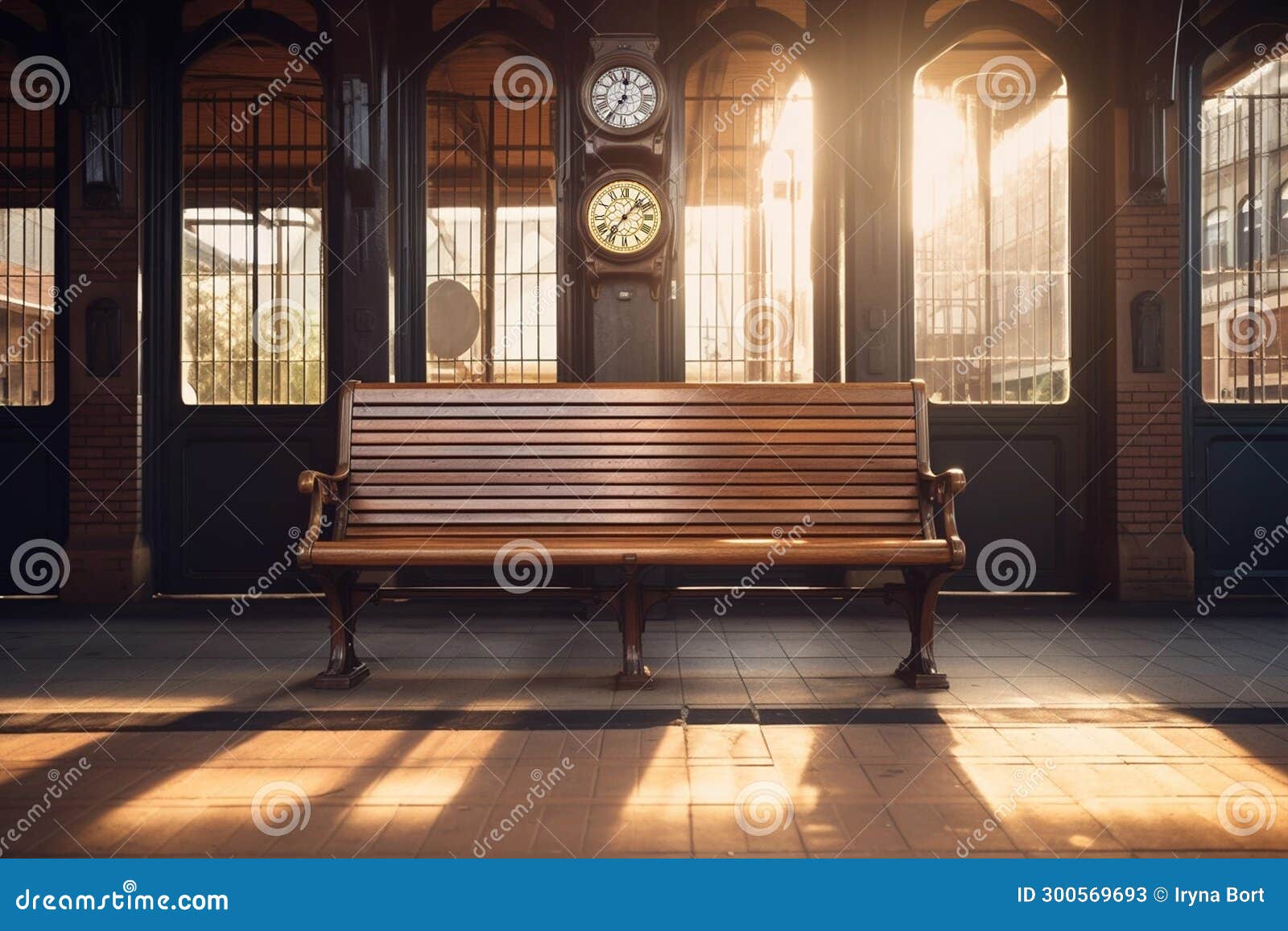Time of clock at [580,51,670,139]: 7:01
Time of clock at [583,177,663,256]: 7:07
